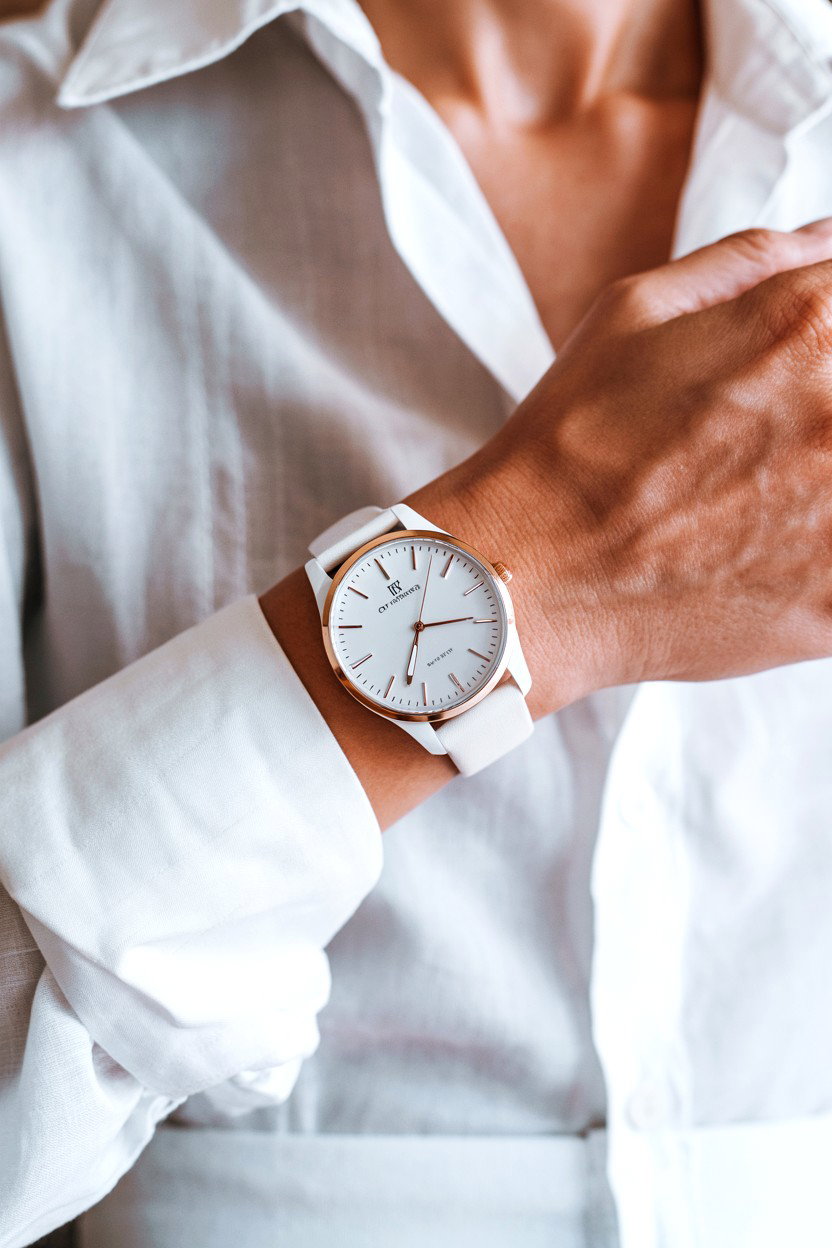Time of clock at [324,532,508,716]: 2:32
